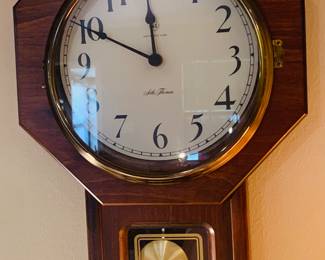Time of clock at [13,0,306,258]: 11:49
